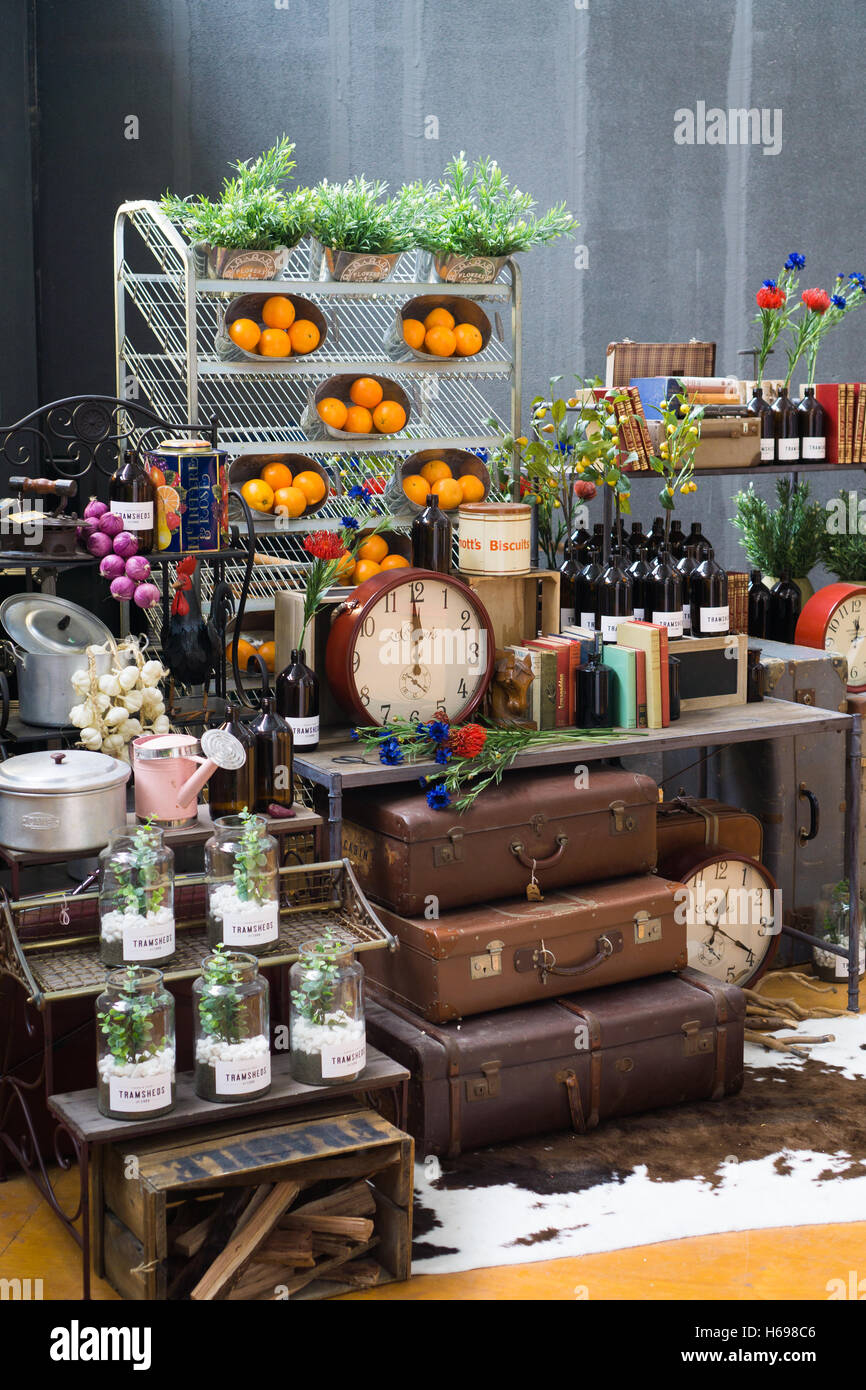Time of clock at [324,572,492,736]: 11:59
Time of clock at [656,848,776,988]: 12:19
